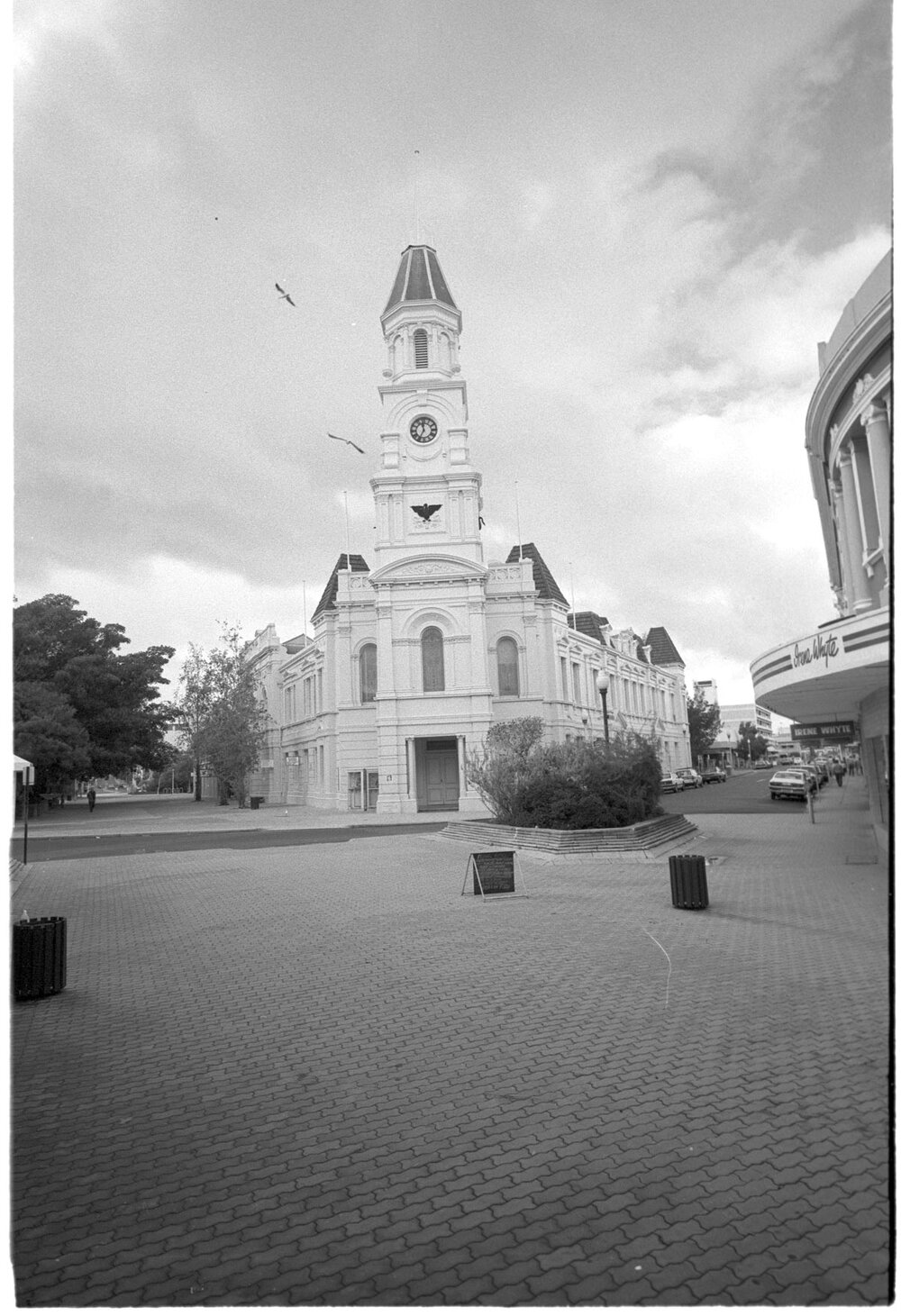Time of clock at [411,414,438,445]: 11:34
